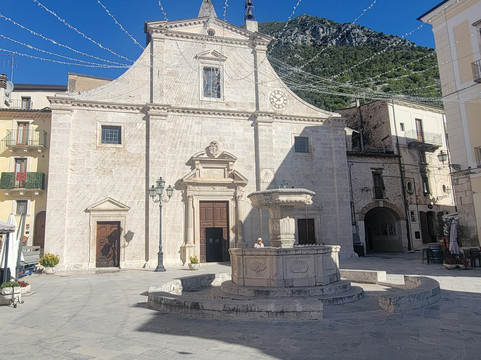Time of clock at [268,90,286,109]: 10:07
